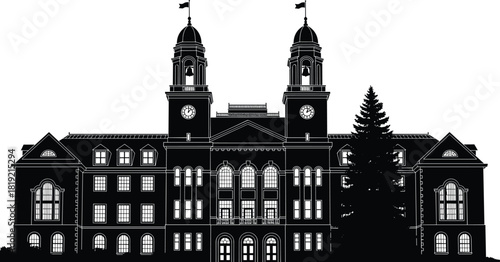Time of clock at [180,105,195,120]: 12:07
